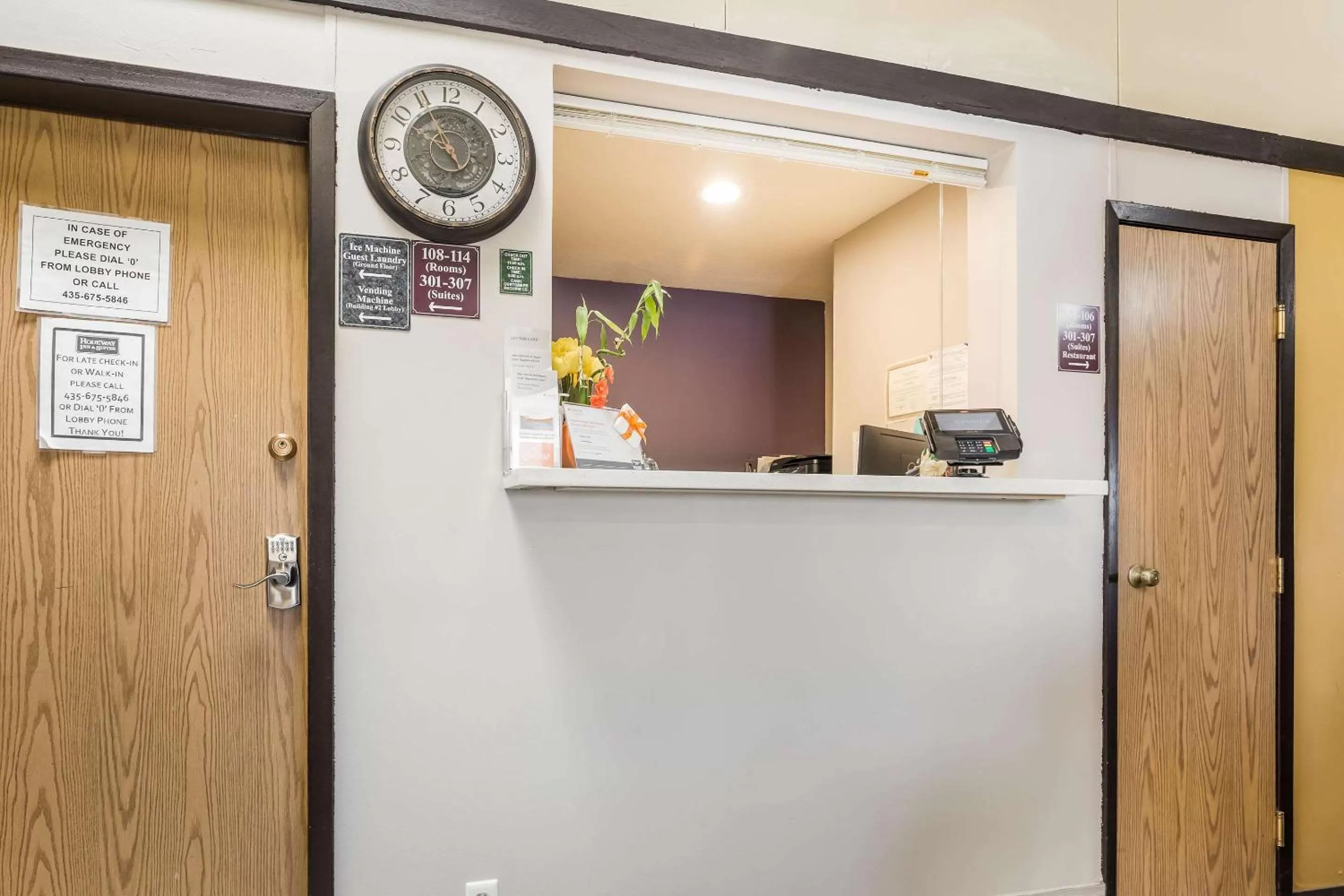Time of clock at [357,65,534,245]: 9:54
